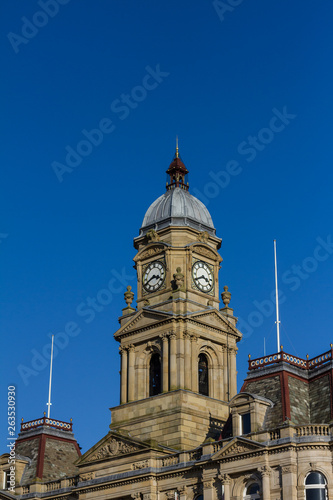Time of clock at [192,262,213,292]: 3:40
